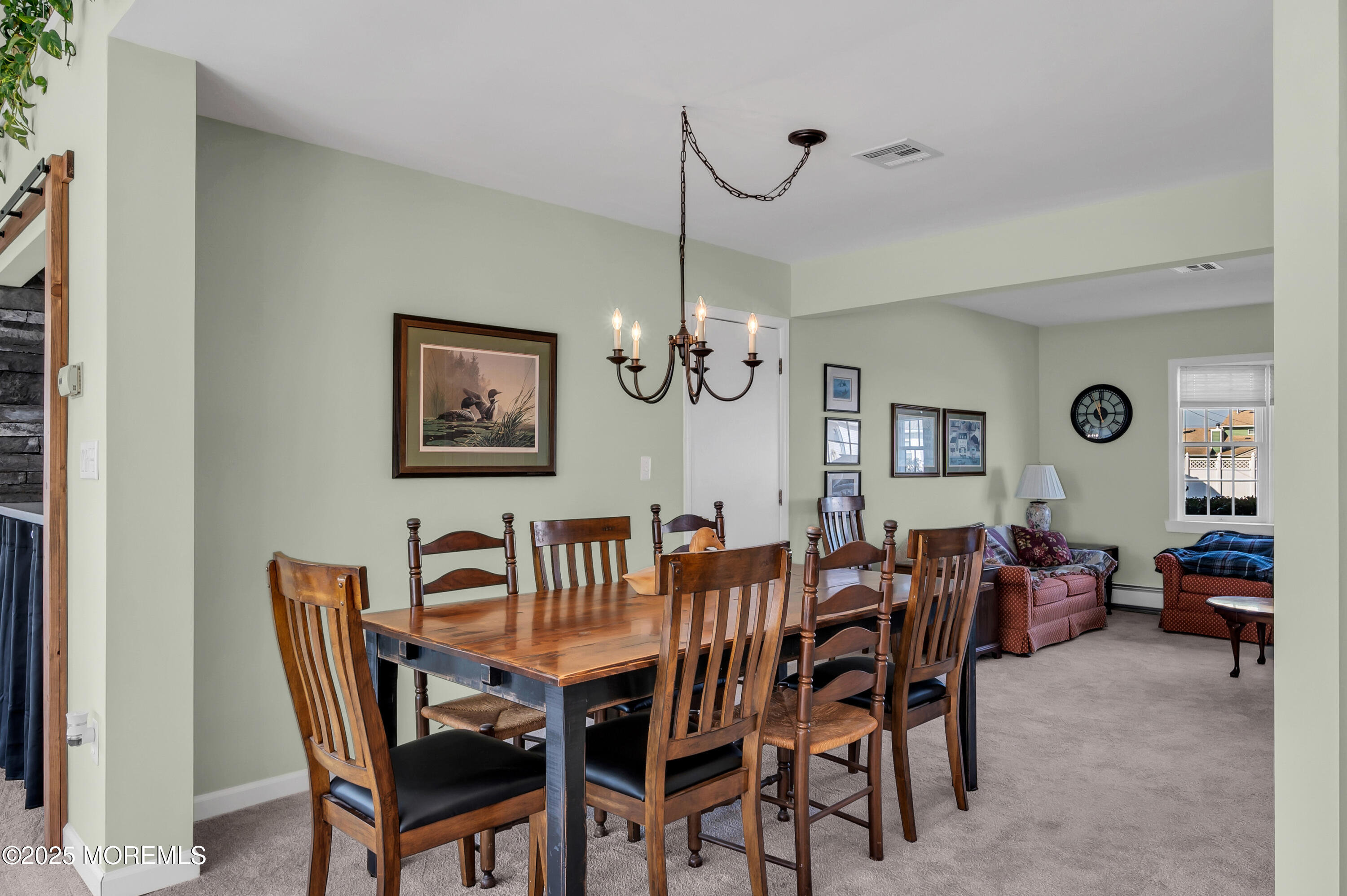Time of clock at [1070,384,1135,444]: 2:58
